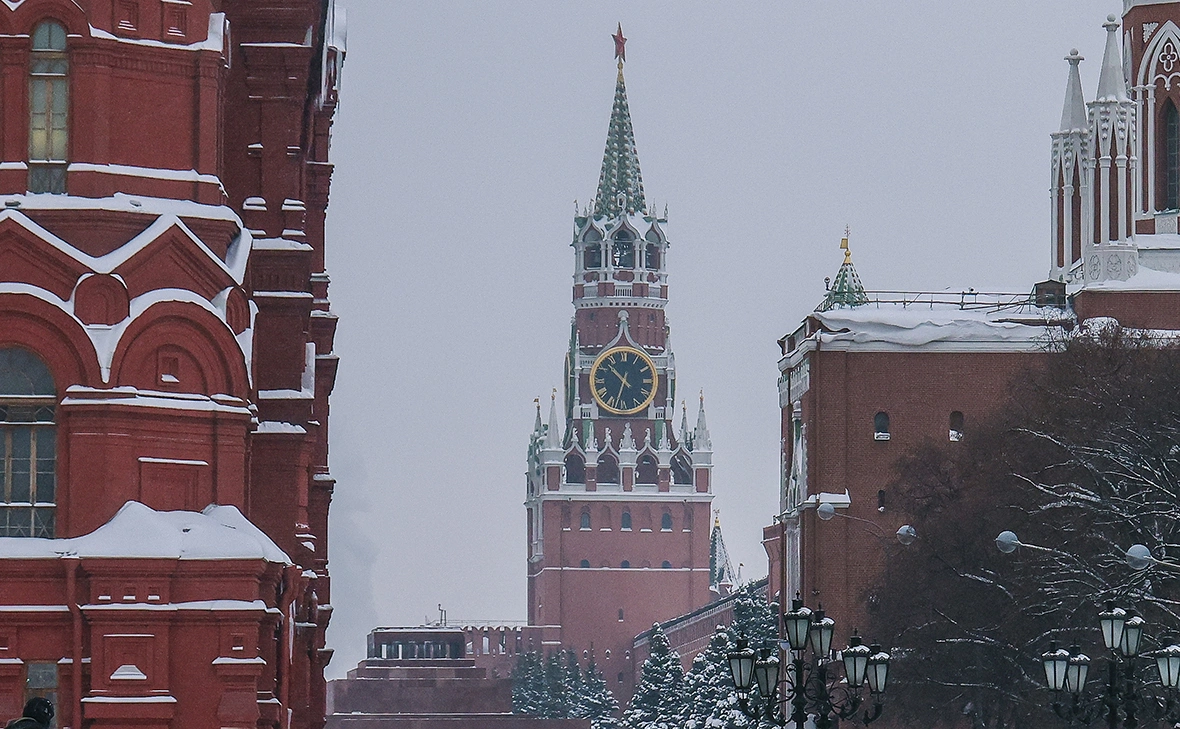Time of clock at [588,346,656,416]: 10:32
